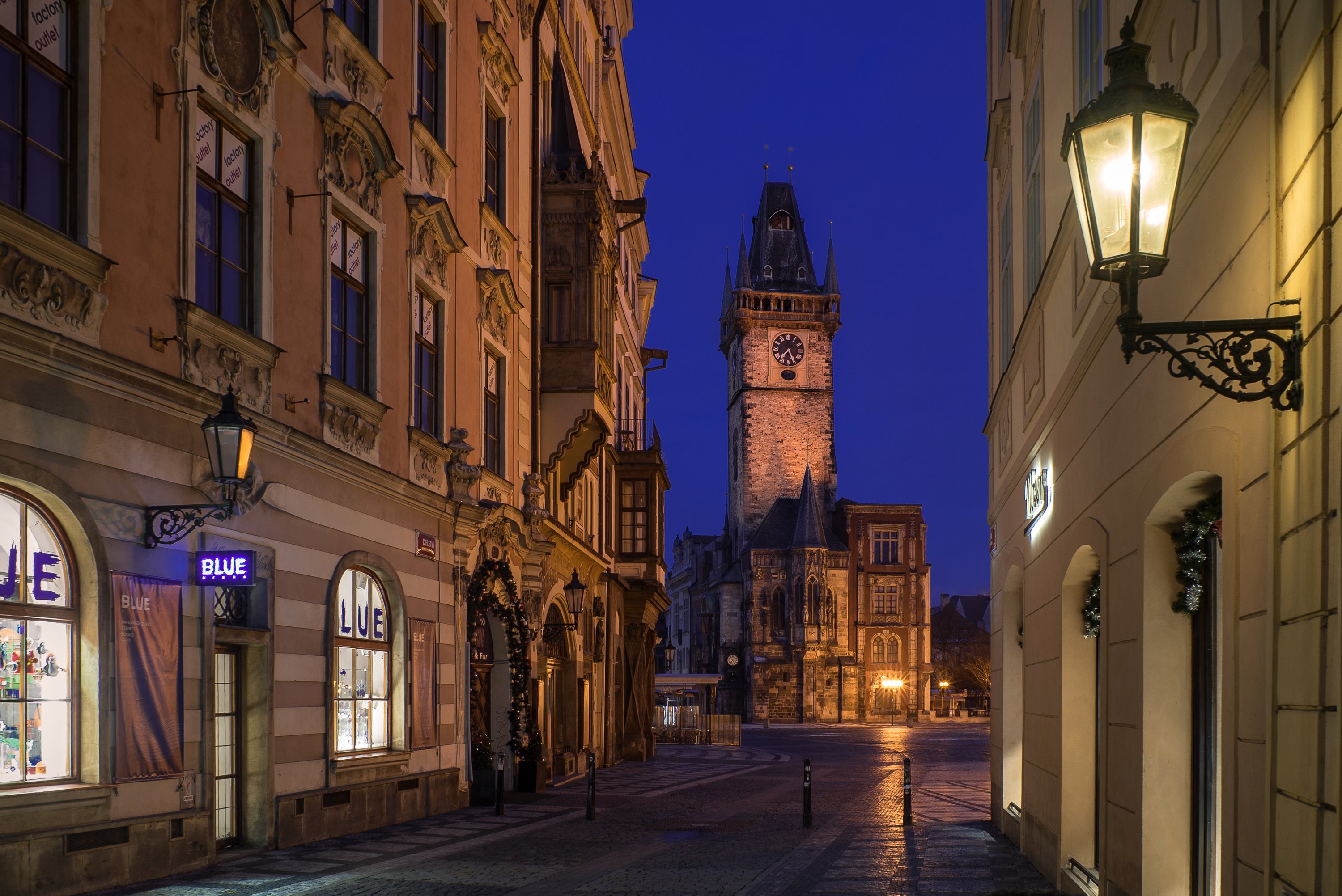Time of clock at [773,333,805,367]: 7:25
